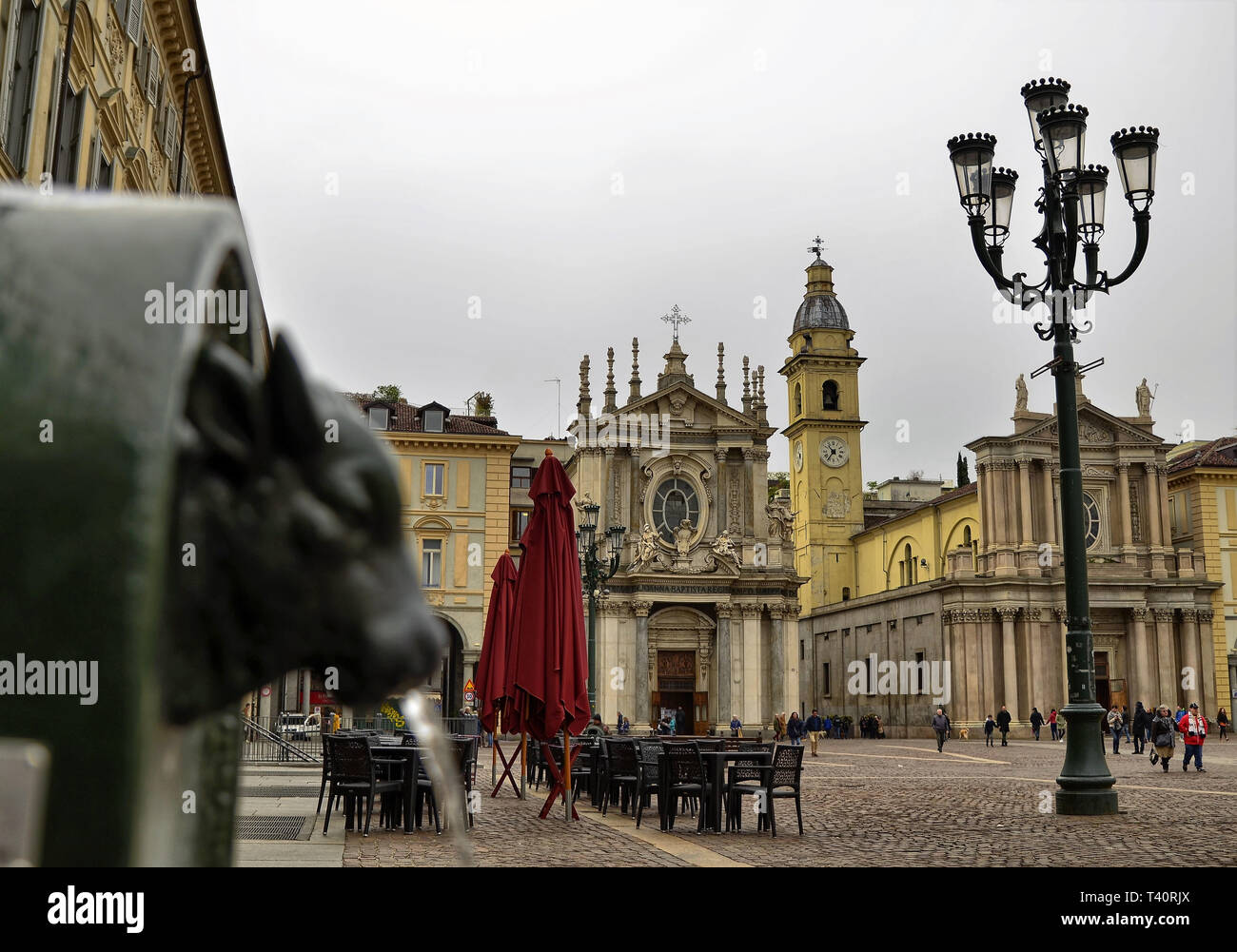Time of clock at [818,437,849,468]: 10:36
